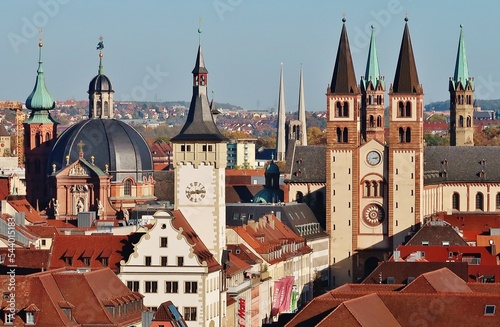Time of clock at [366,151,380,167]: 3:13
